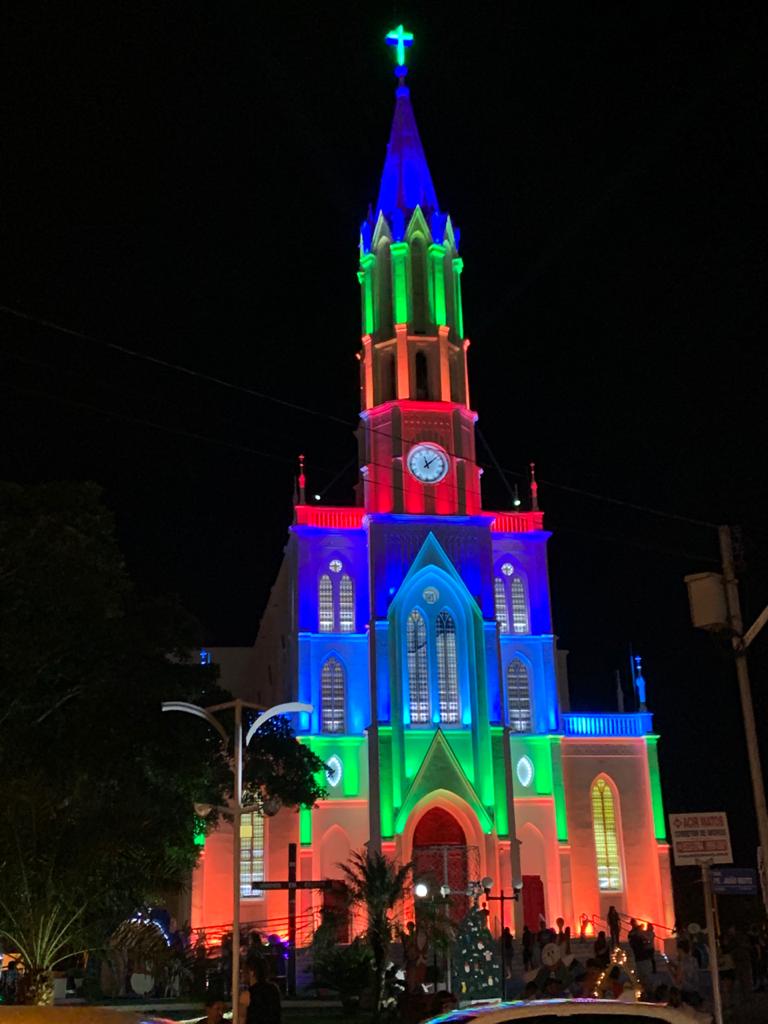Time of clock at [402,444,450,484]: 11:07
